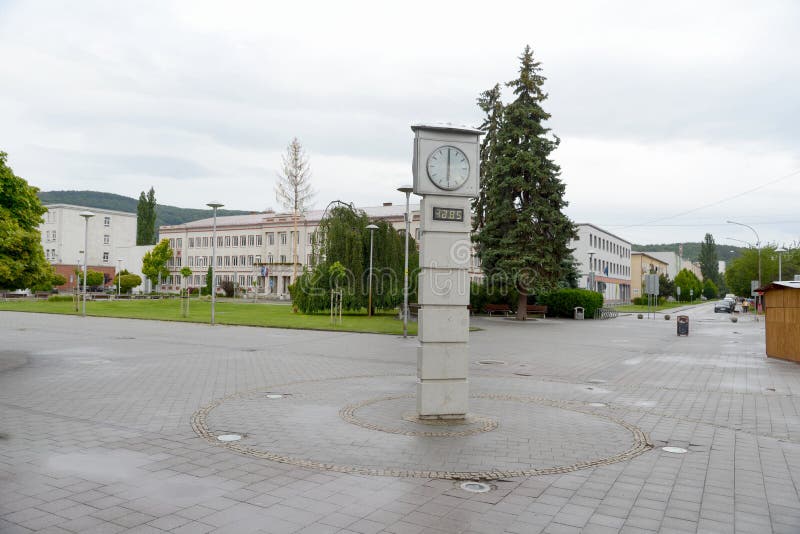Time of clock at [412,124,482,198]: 6:00
